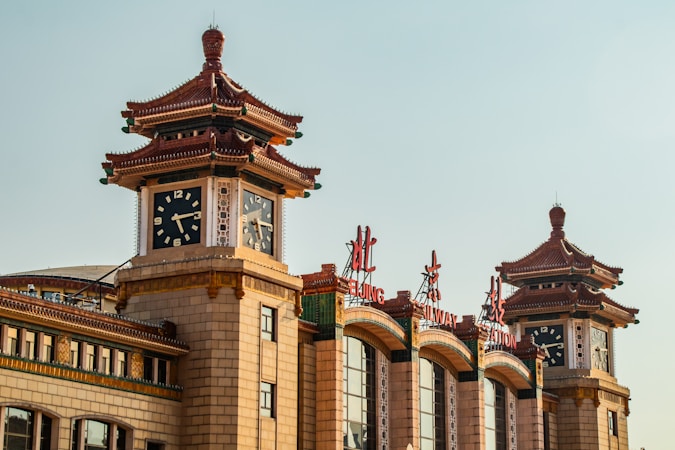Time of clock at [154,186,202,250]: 5:14
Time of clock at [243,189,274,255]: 5:14
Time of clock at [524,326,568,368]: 5:13
